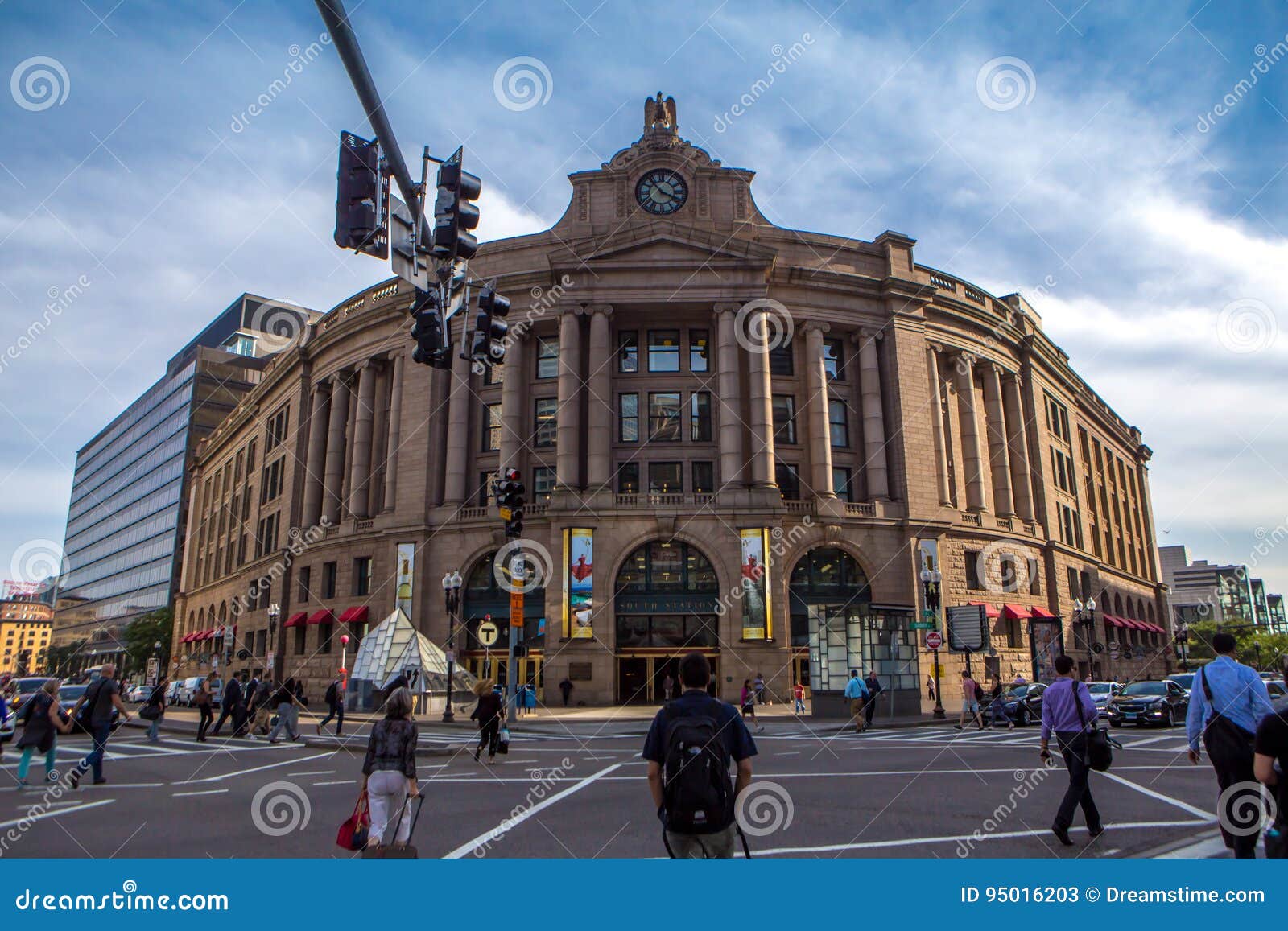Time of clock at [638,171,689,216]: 3:53
